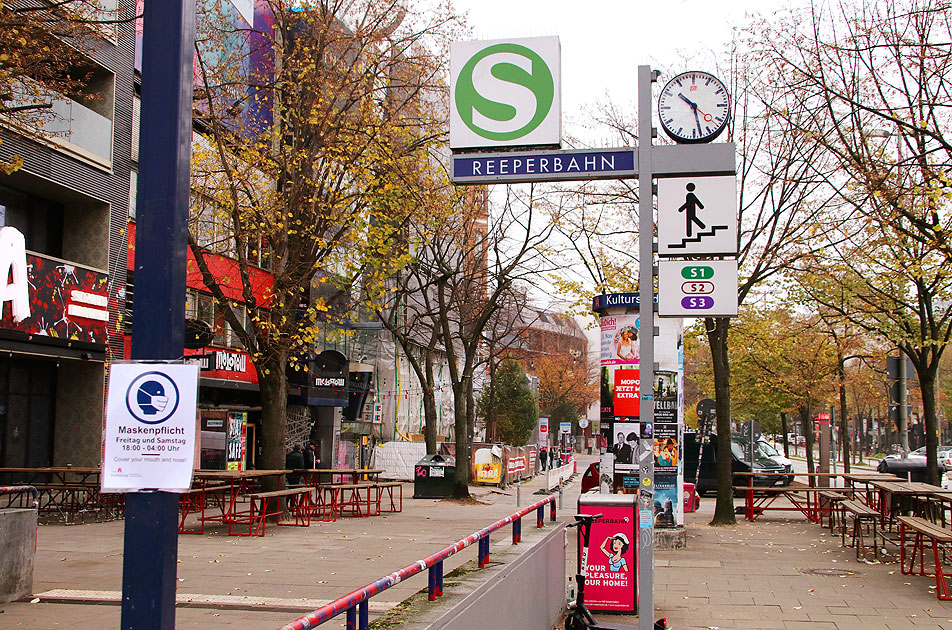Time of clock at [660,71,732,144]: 10:28
